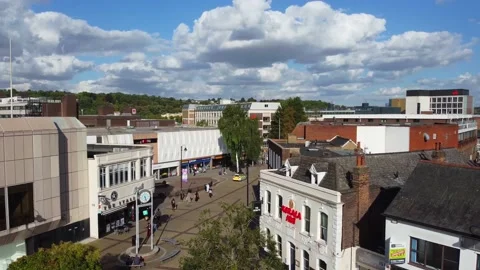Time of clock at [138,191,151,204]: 5:26
